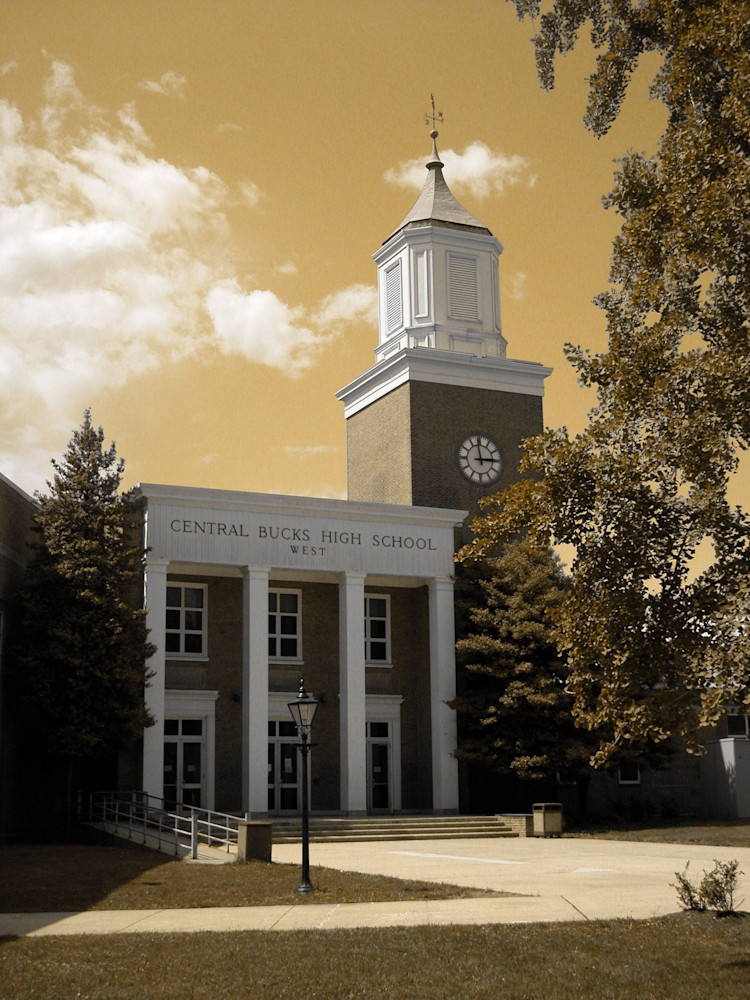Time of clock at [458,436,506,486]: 2:58
